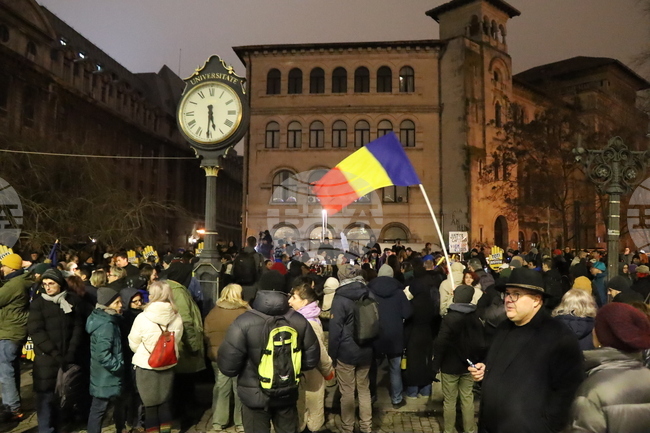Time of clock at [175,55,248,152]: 5:30
